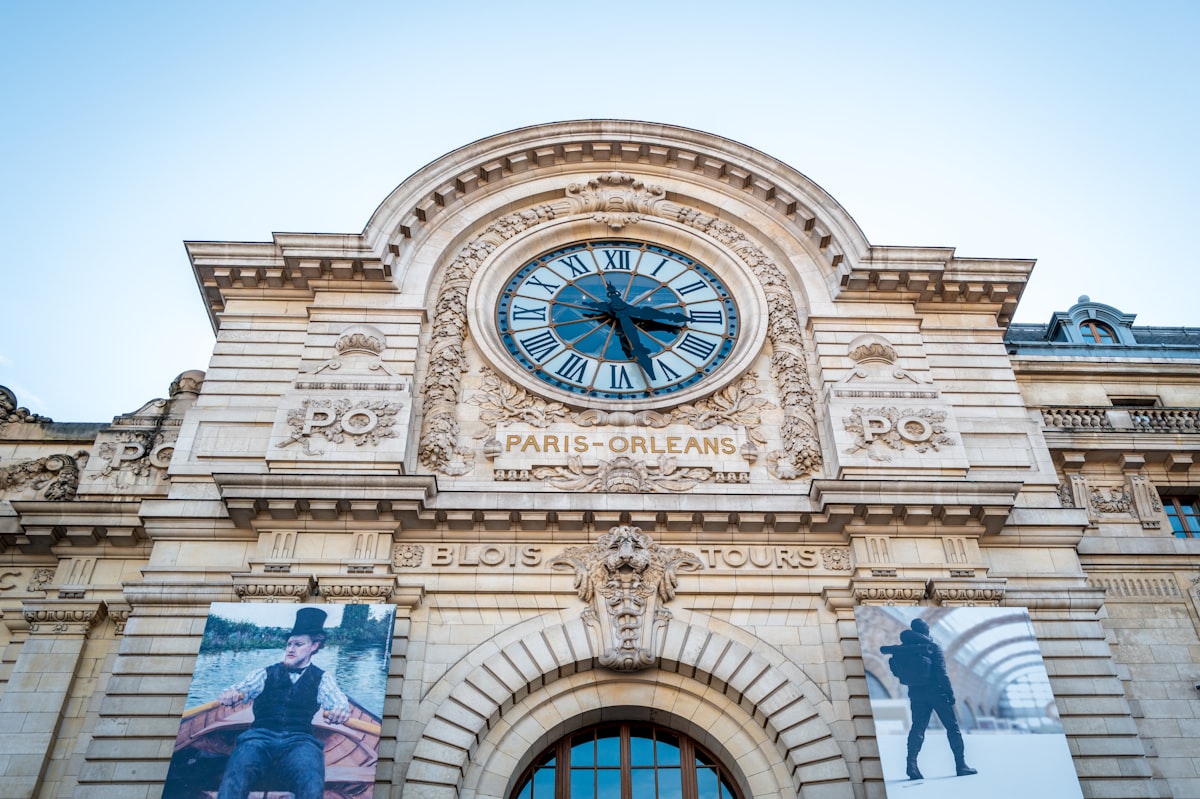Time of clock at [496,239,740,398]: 3:27
